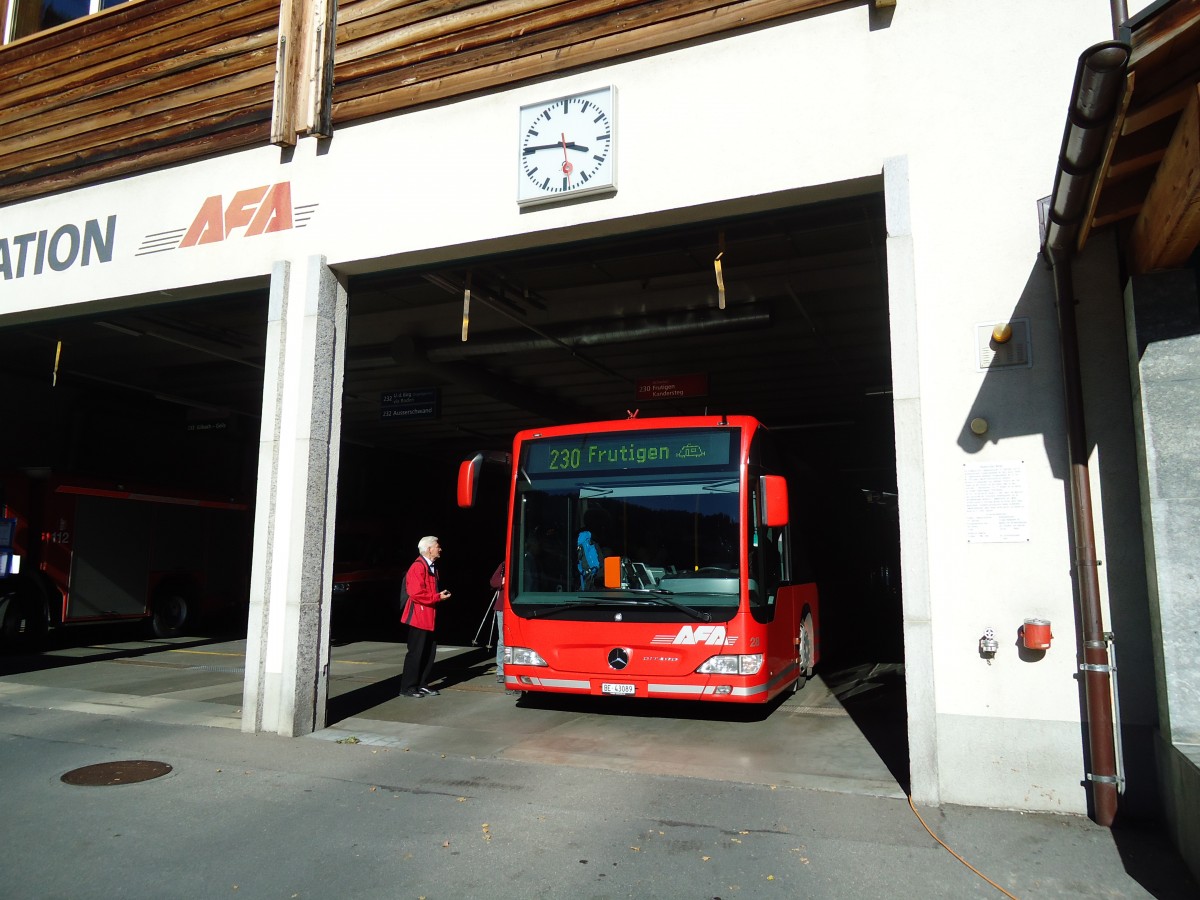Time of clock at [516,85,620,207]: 3:46
